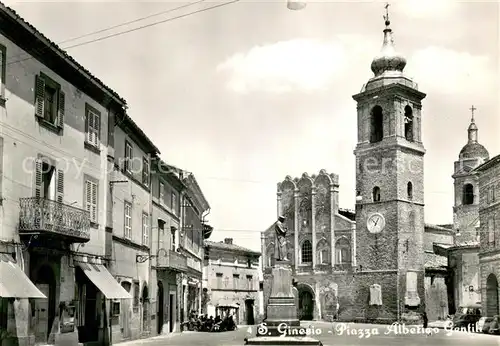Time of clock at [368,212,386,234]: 12:52
